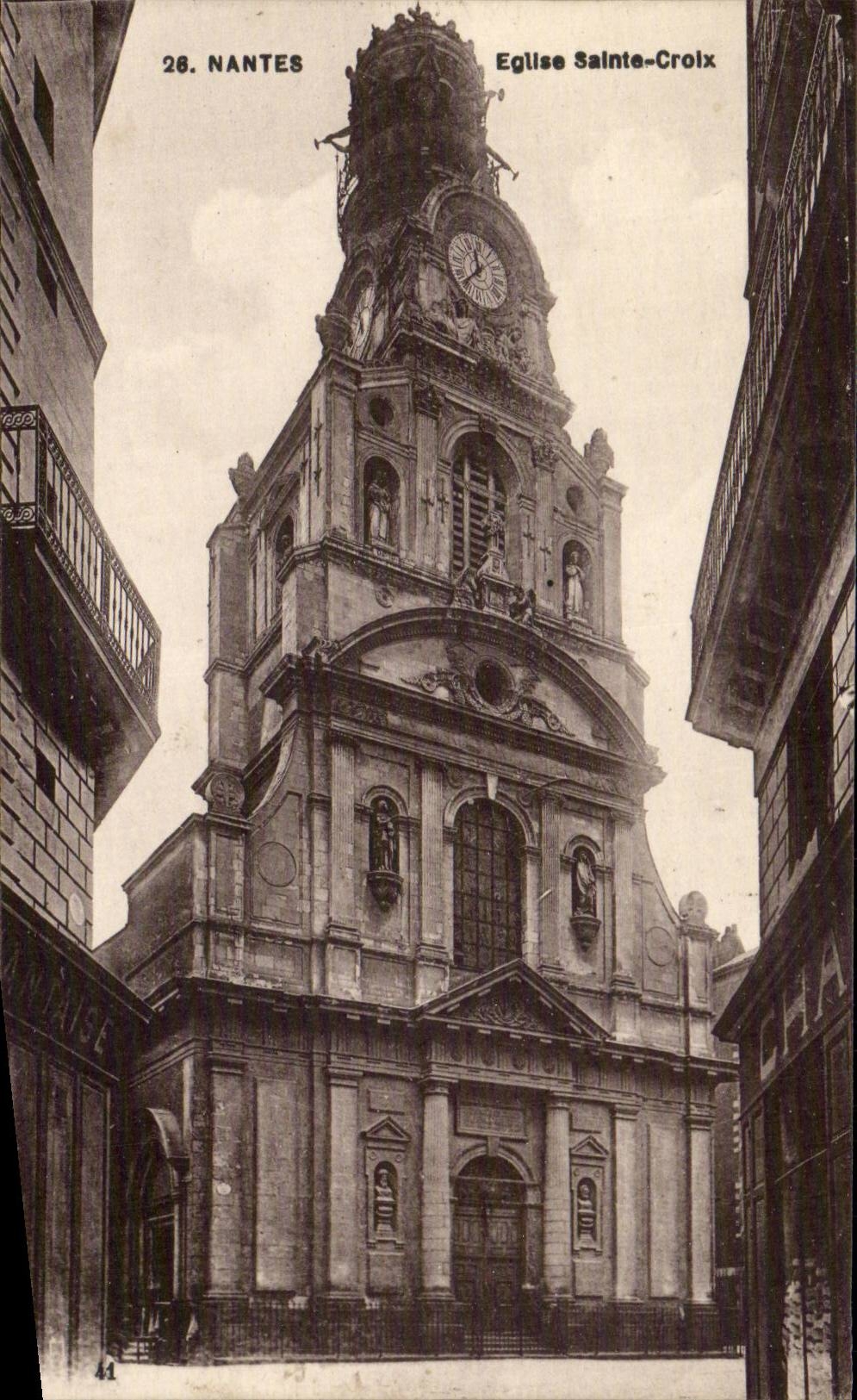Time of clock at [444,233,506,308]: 11:37
